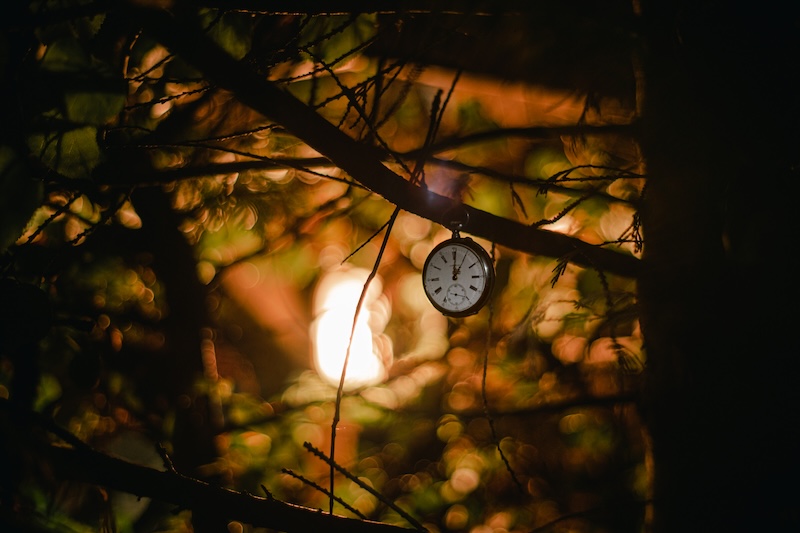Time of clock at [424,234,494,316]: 1:00
